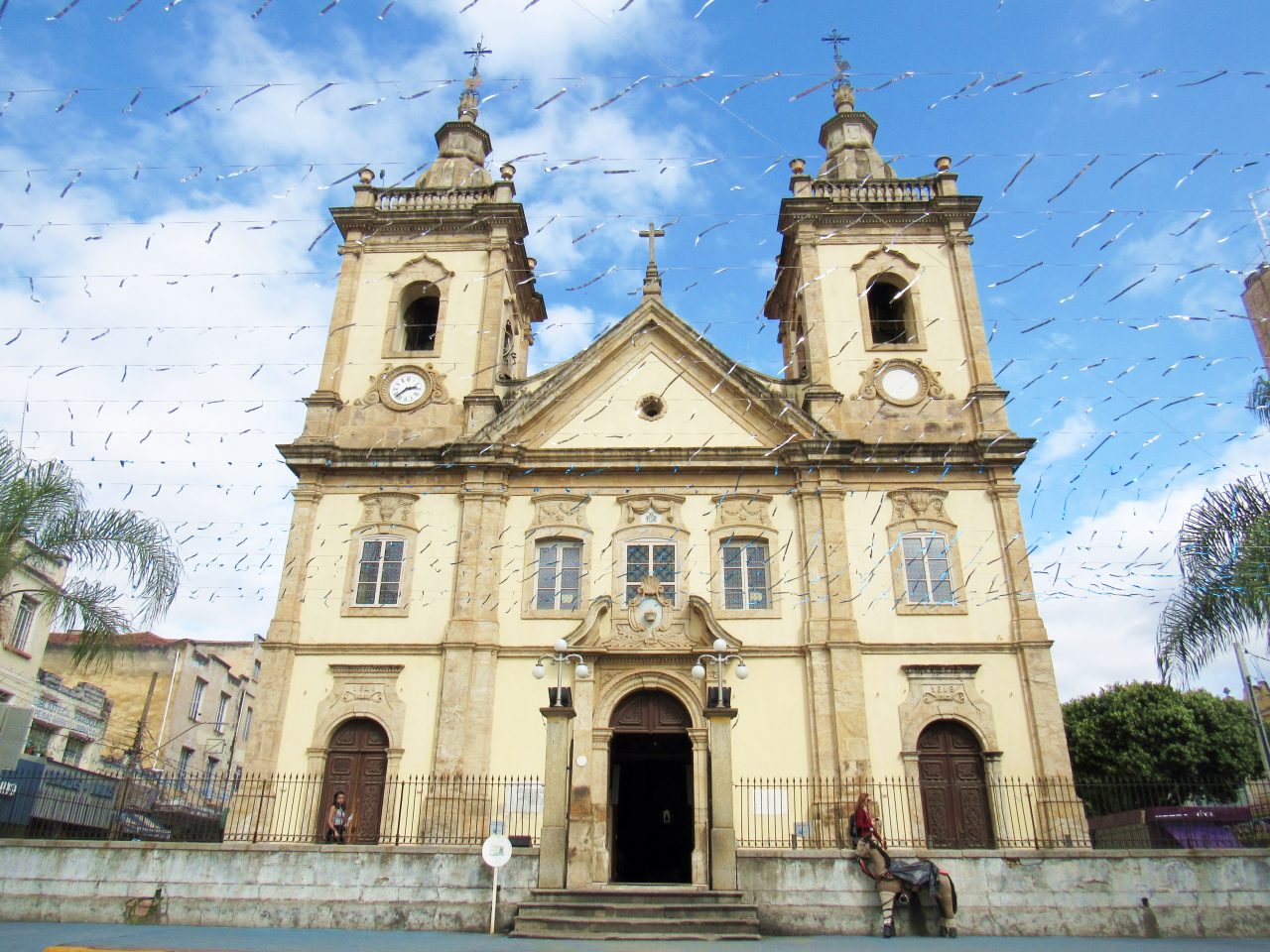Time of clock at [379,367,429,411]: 2:38
